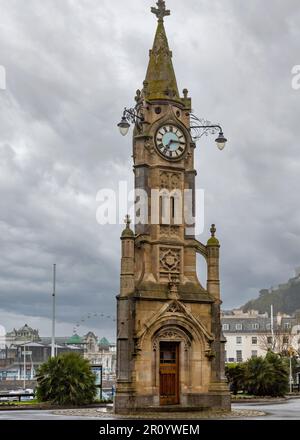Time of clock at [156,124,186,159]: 7:15
